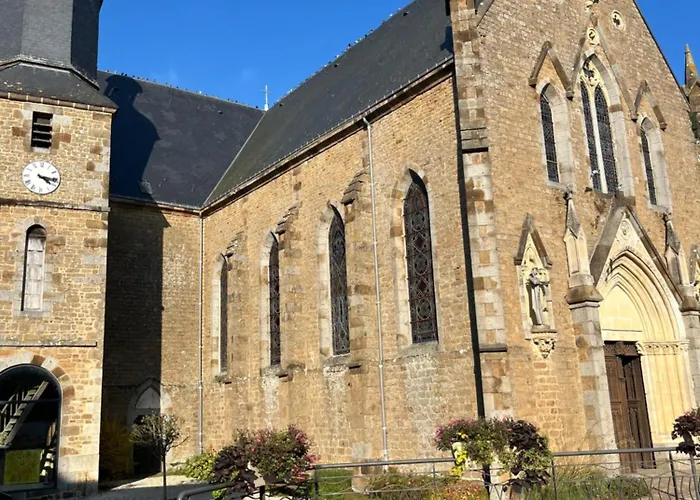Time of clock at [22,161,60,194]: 4:16
